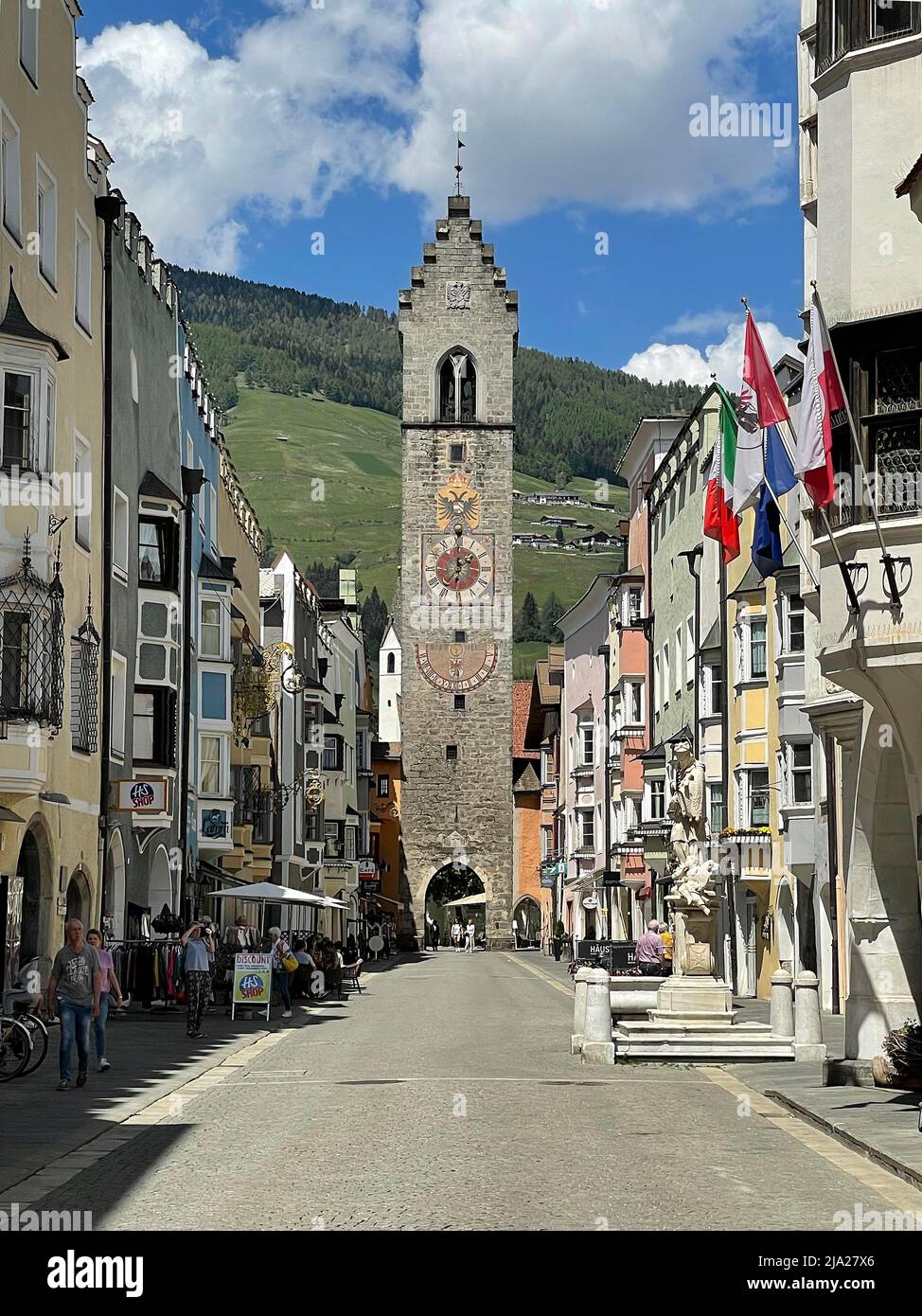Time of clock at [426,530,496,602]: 12:07
